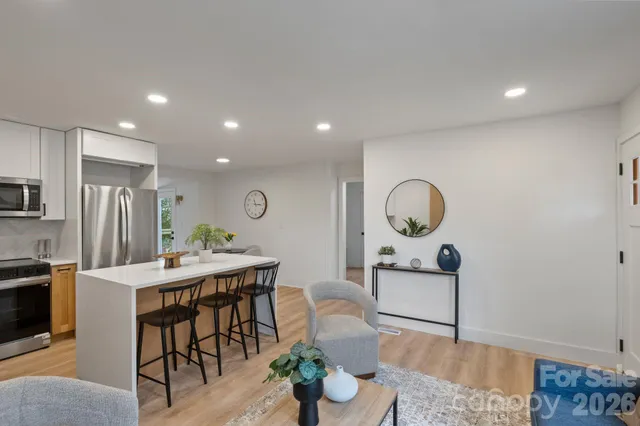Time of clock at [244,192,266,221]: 11:15
